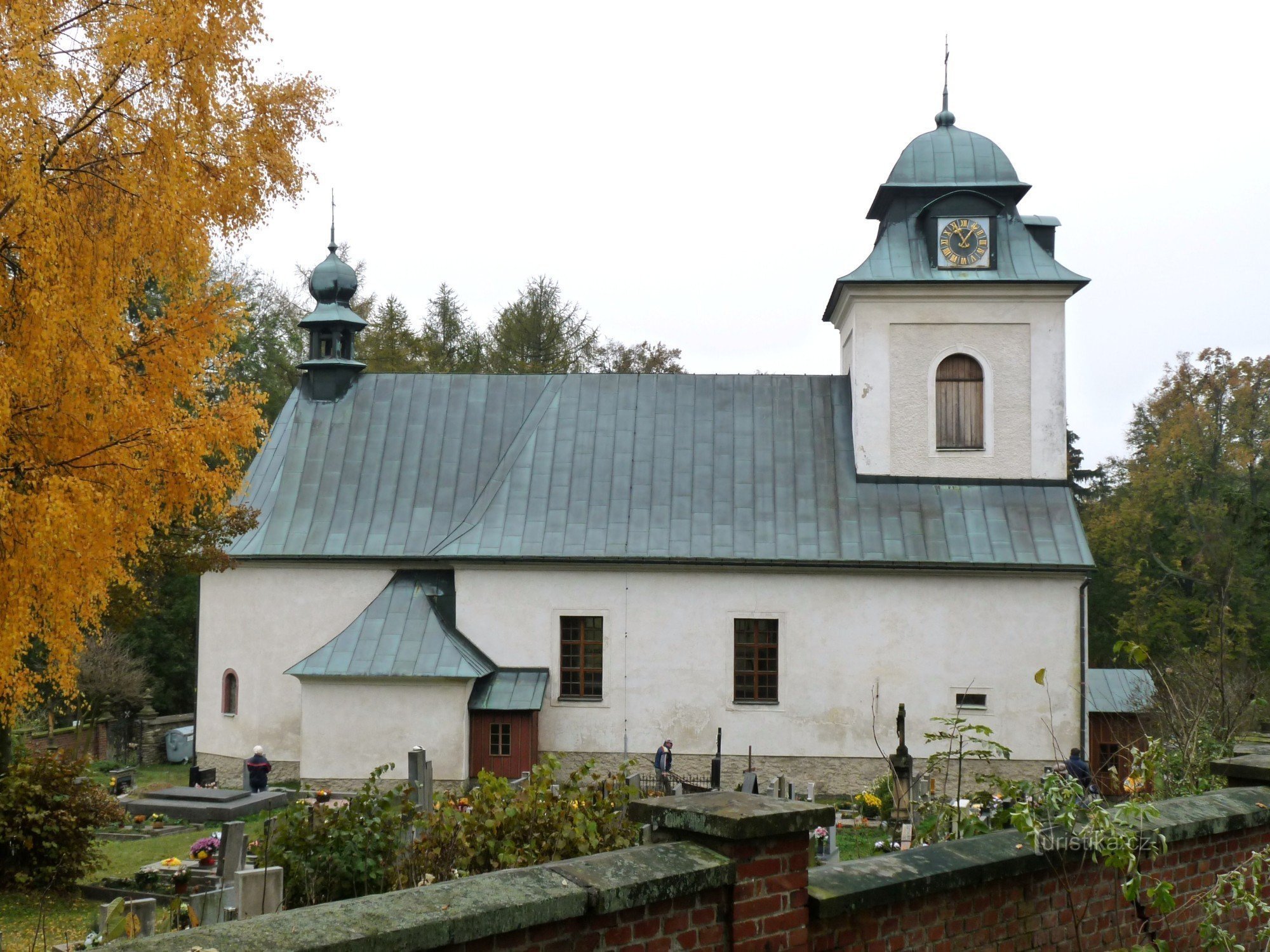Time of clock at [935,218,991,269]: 11:06
